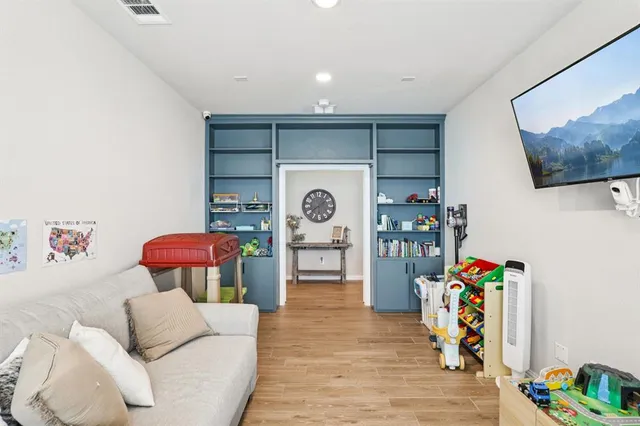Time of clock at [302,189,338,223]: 1:38
